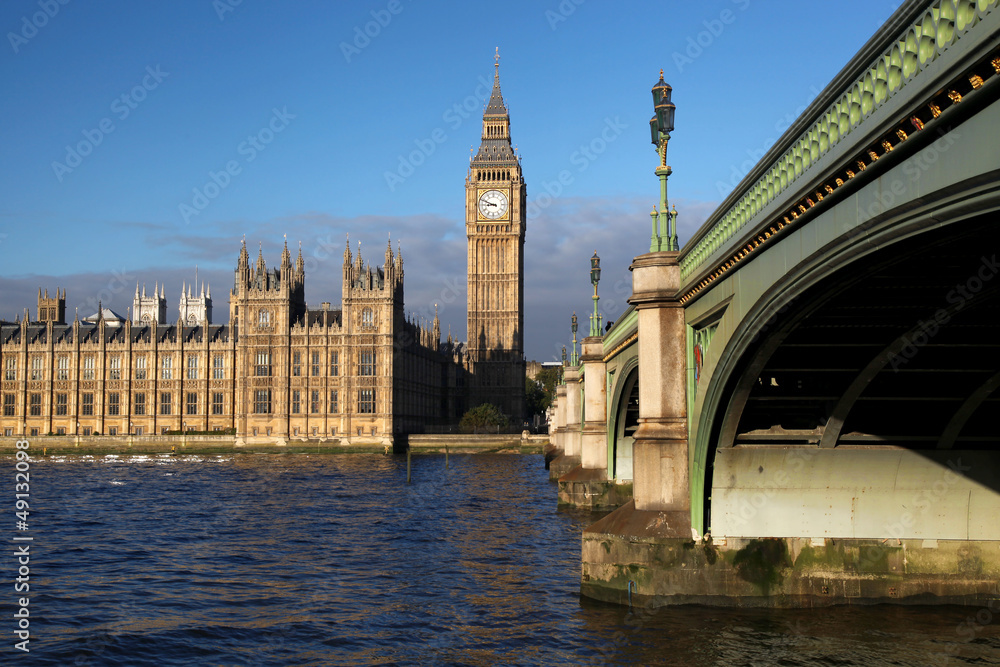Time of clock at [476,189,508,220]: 8:48
